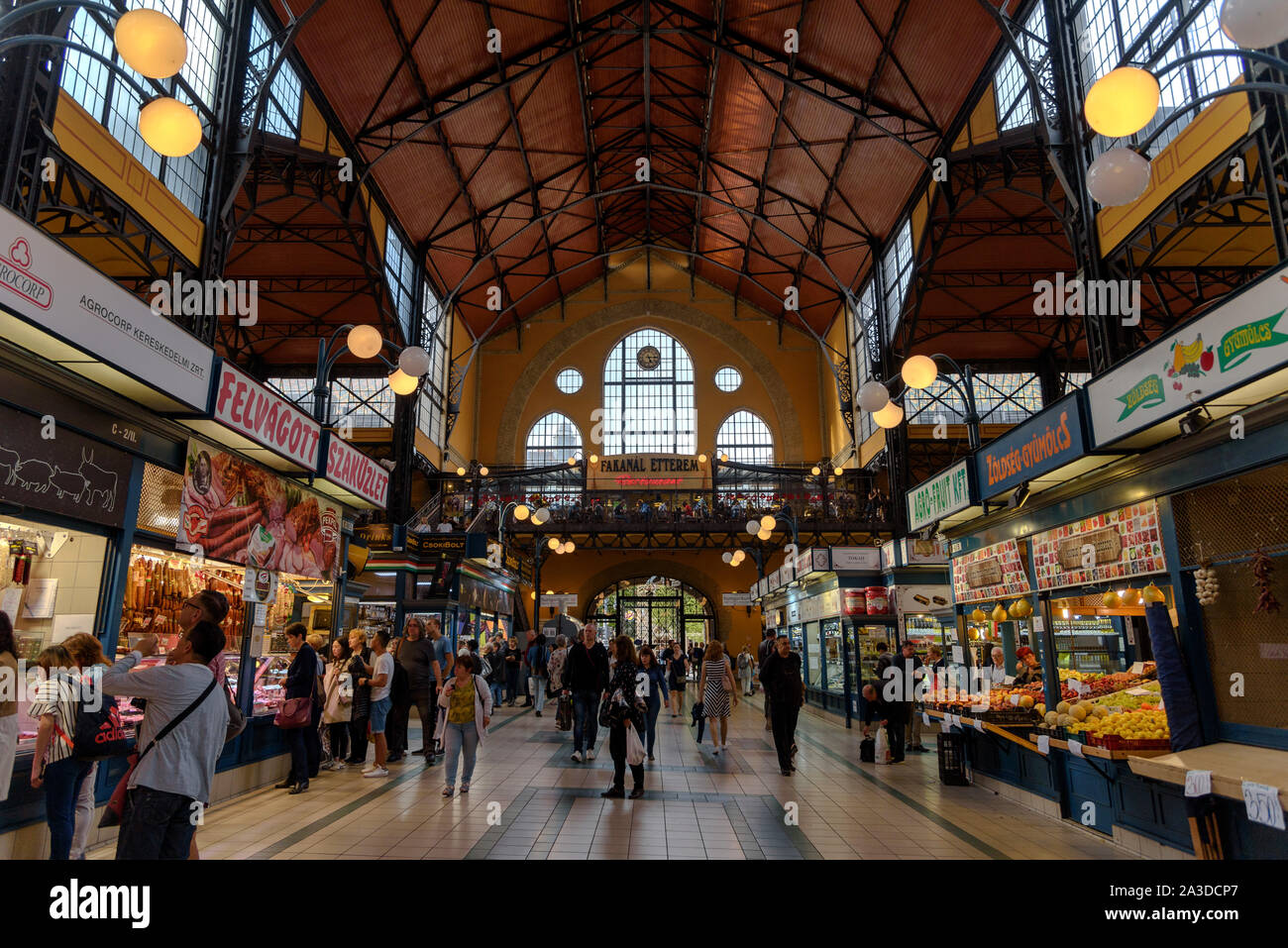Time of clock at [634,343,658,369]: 5:14
